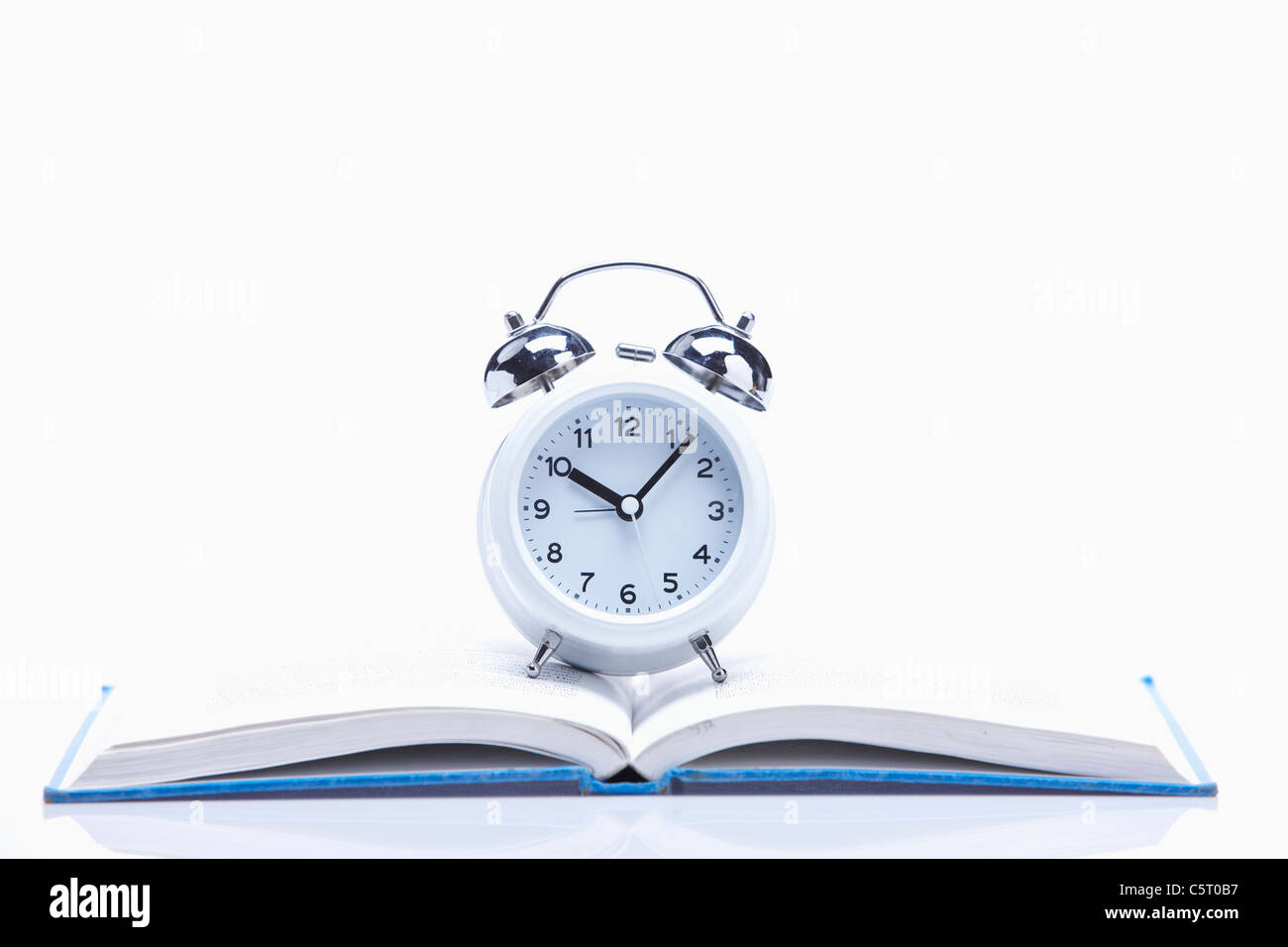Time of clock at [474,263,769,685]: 10:07
